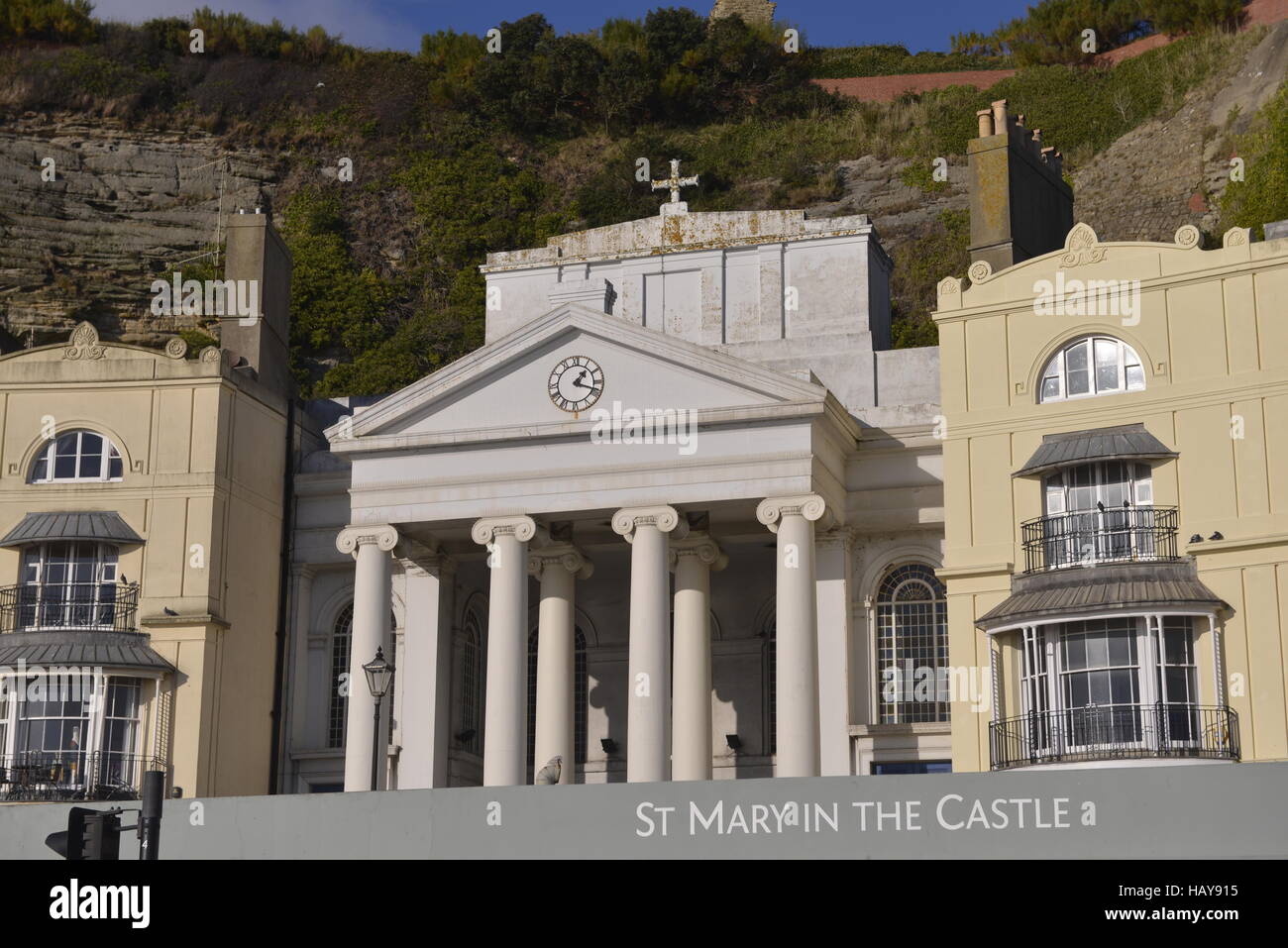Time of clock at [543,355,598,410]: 1:18
